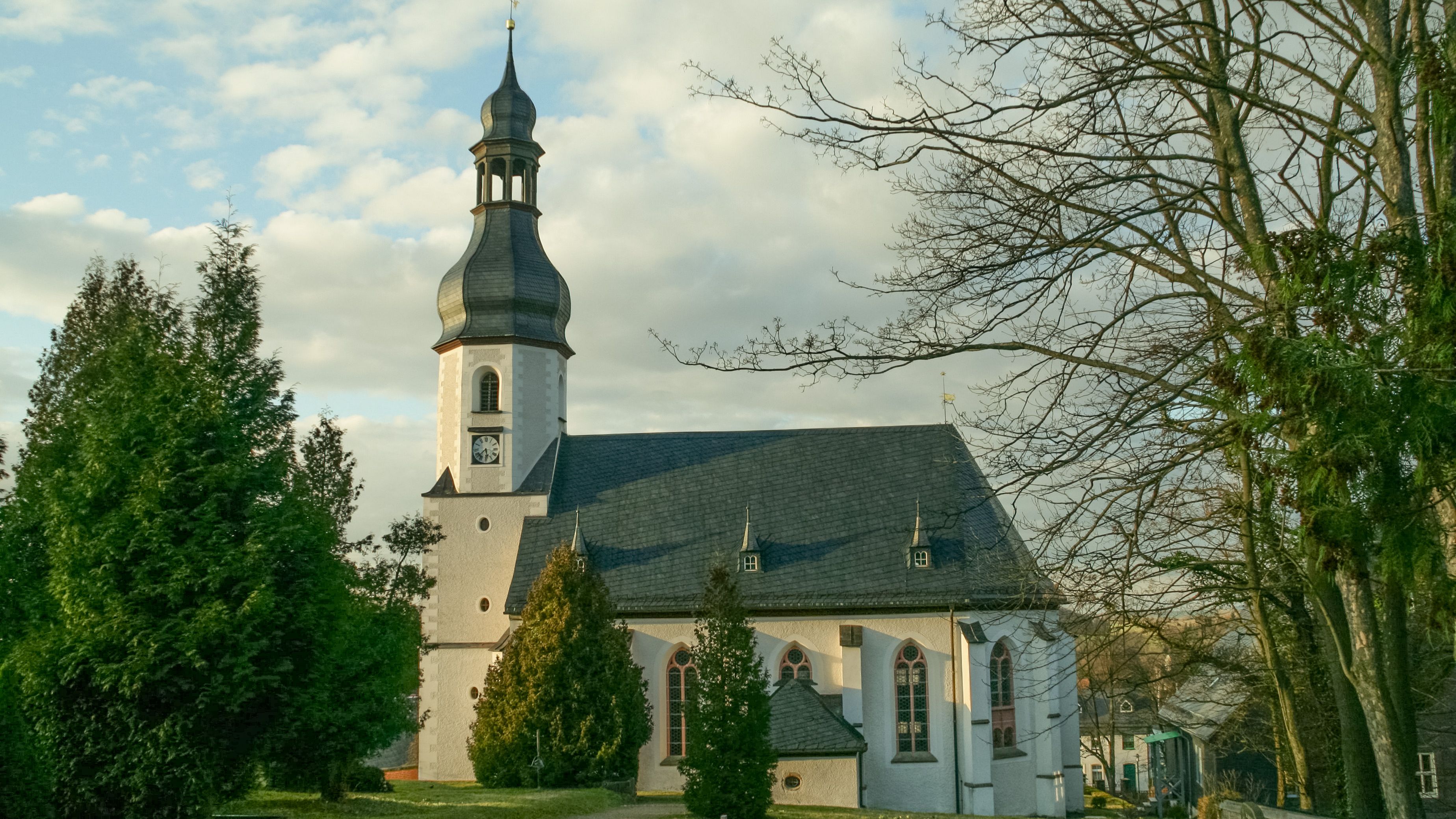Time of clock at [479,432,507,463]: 5:38
